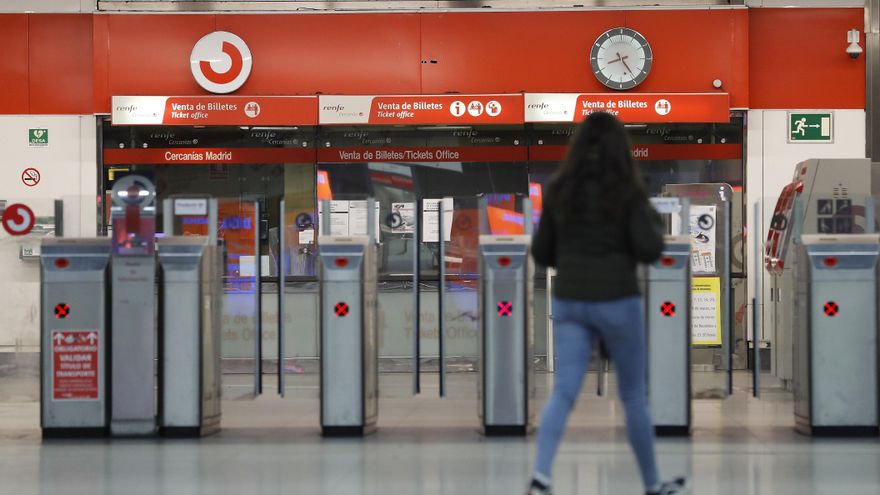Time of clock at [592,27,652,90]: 8:23
